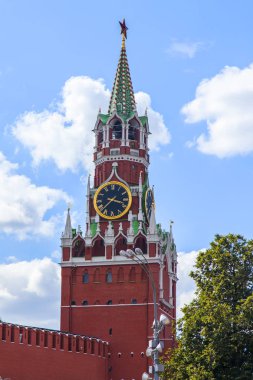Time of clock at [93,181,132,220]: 3:37
